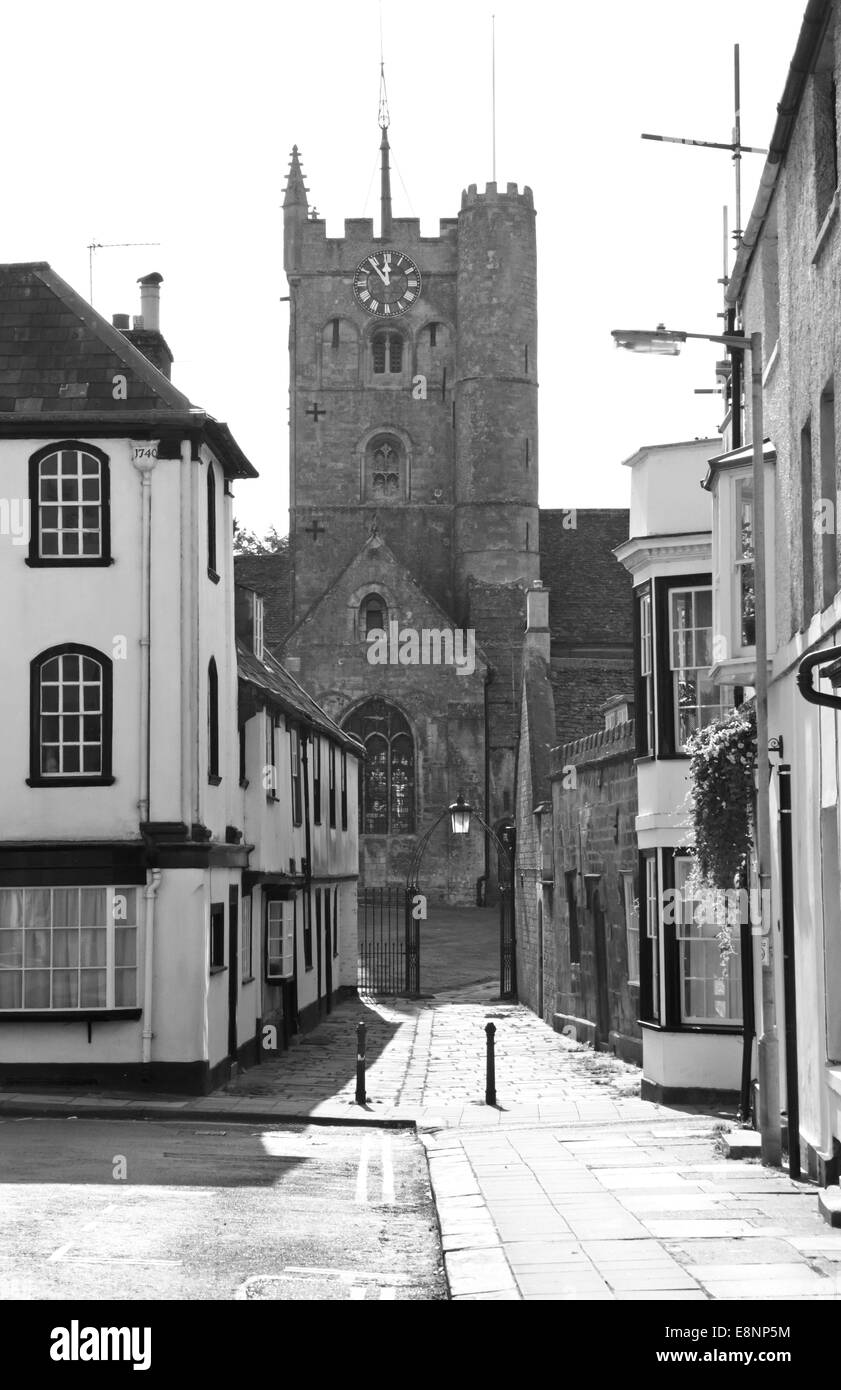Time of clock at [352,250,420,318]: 11:53
